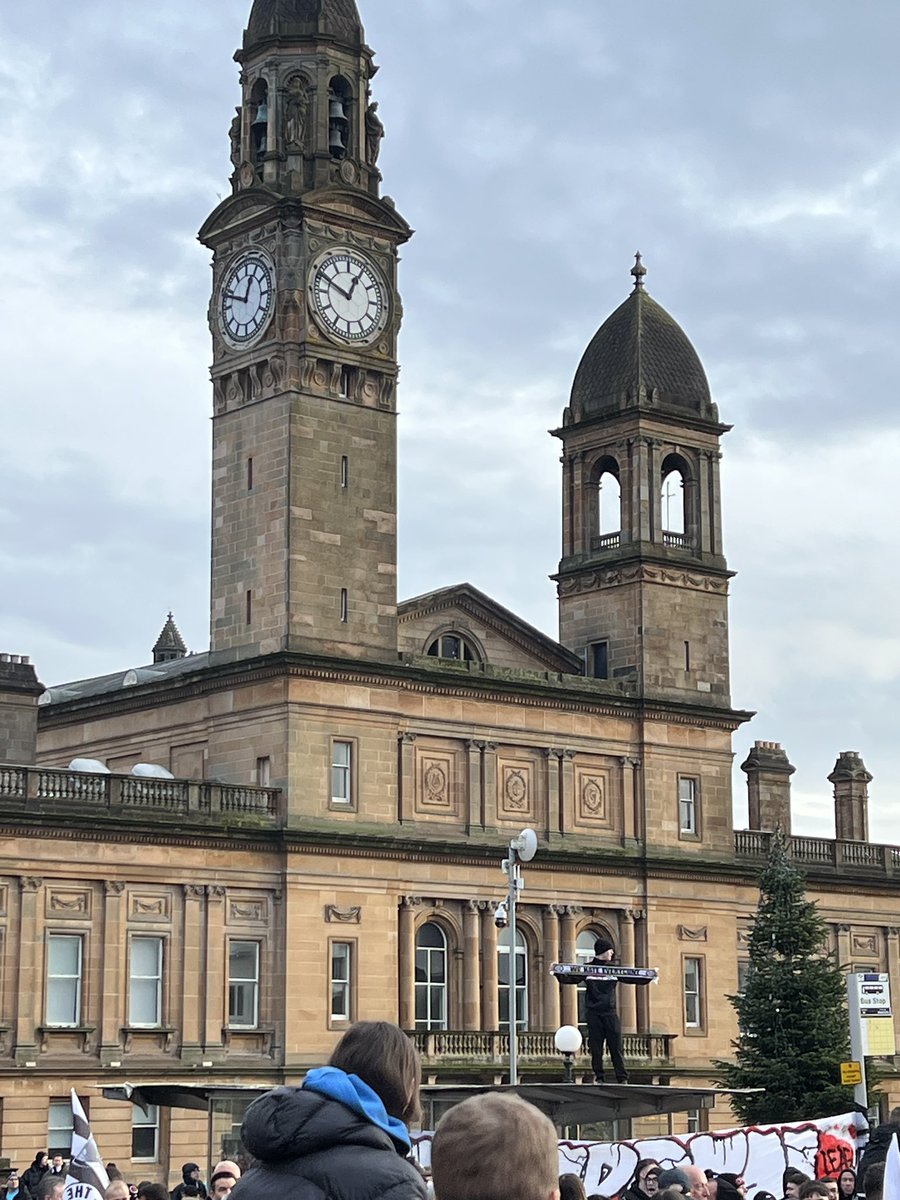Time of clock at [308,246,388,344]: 12:49
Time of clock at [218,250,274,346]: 12:48
